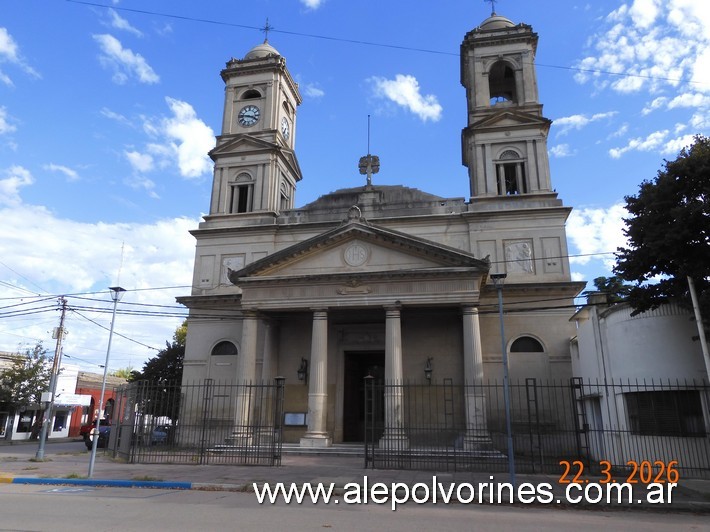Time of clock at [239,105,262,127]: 3:46
